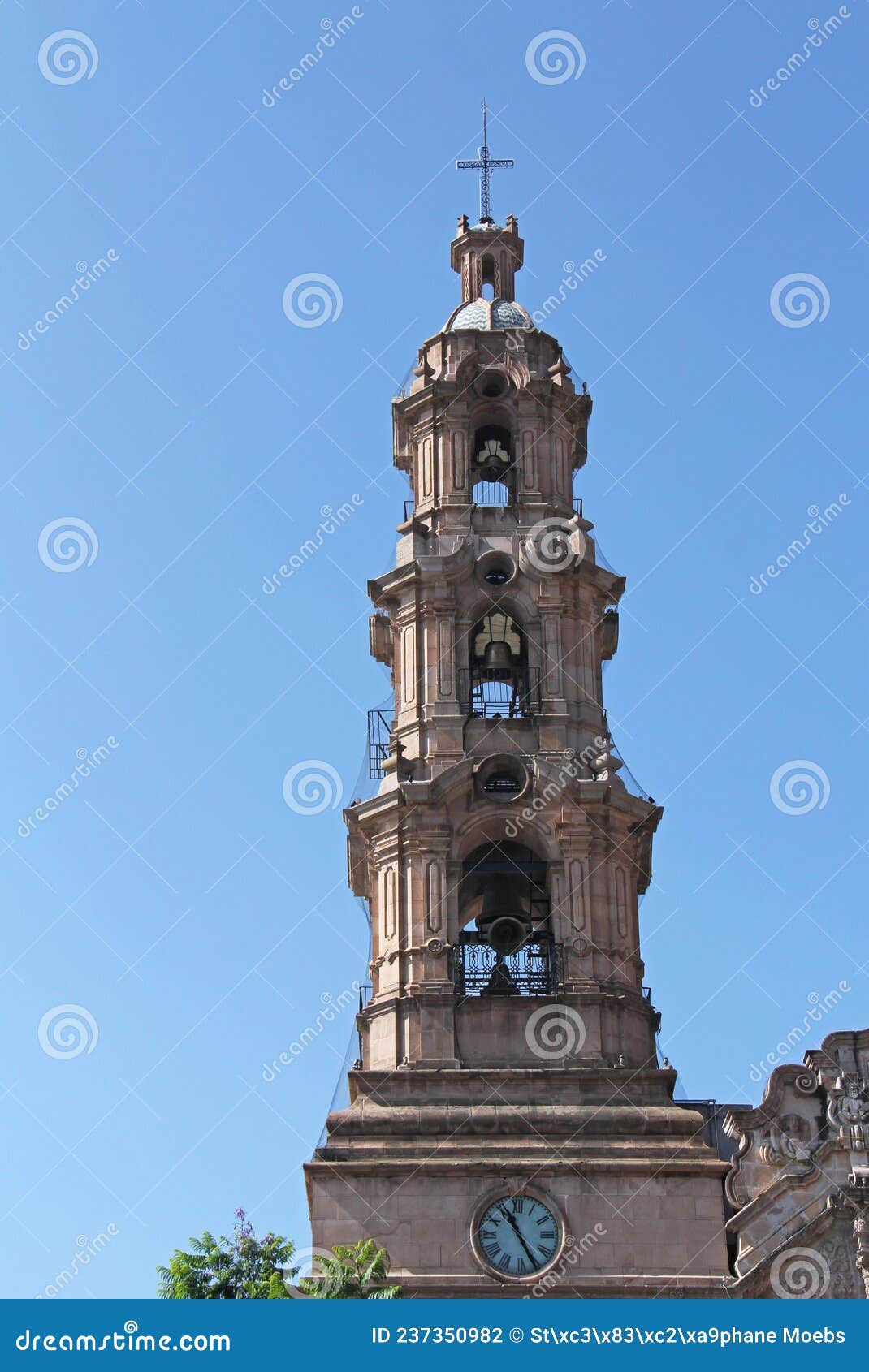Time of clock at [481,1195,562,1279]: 11:25
